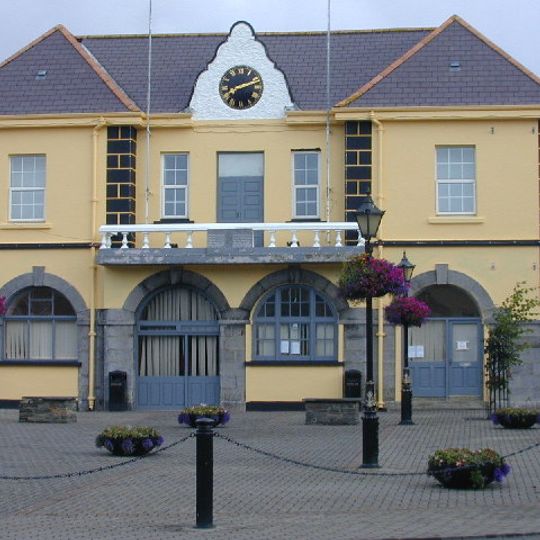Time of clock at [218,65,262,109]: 8:11
